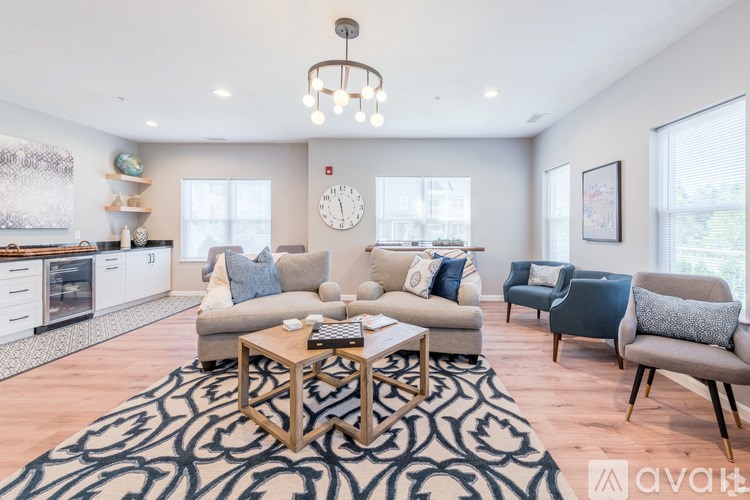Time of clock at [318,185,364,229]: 11:28
